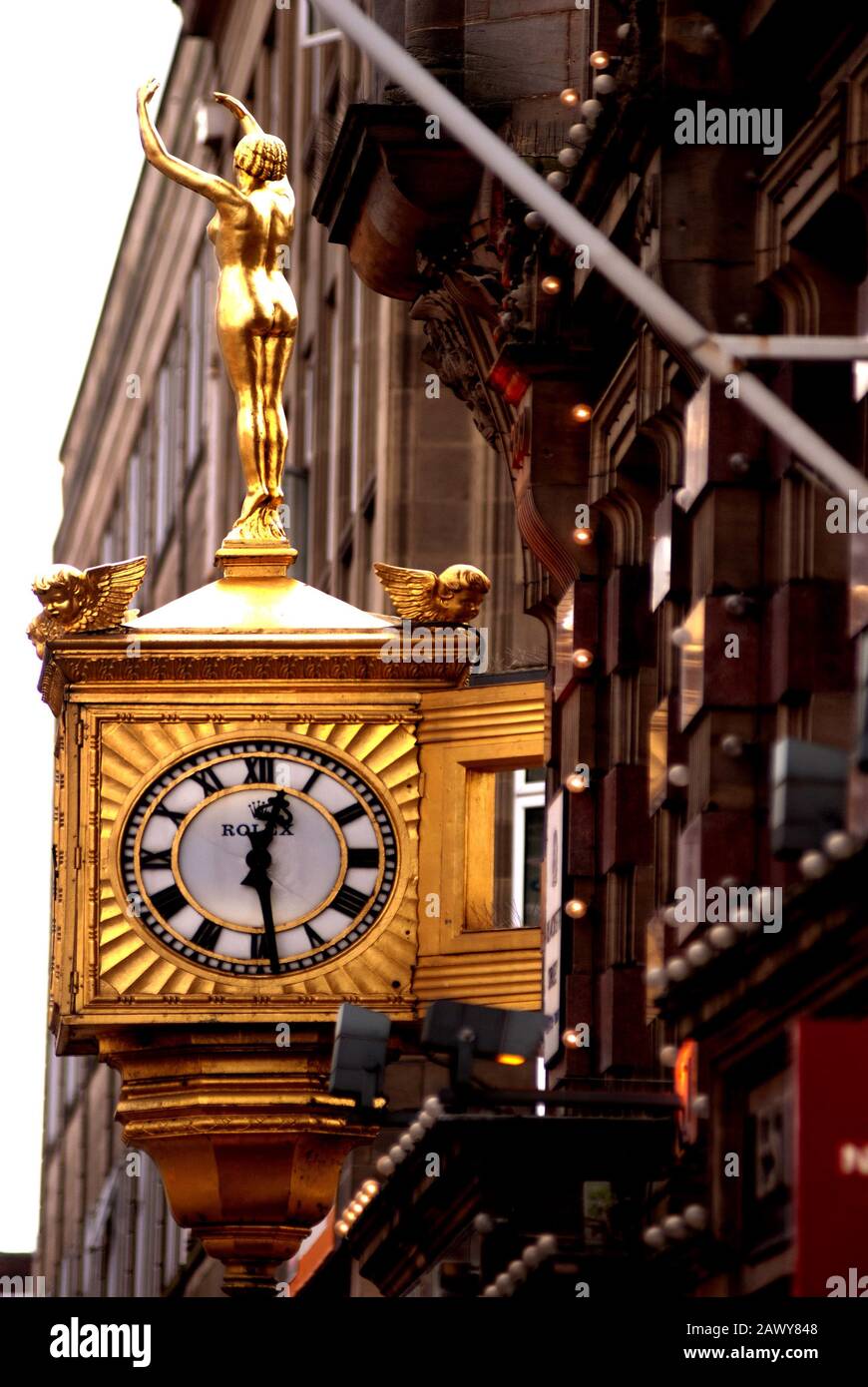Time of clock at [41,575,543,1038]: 12:28
